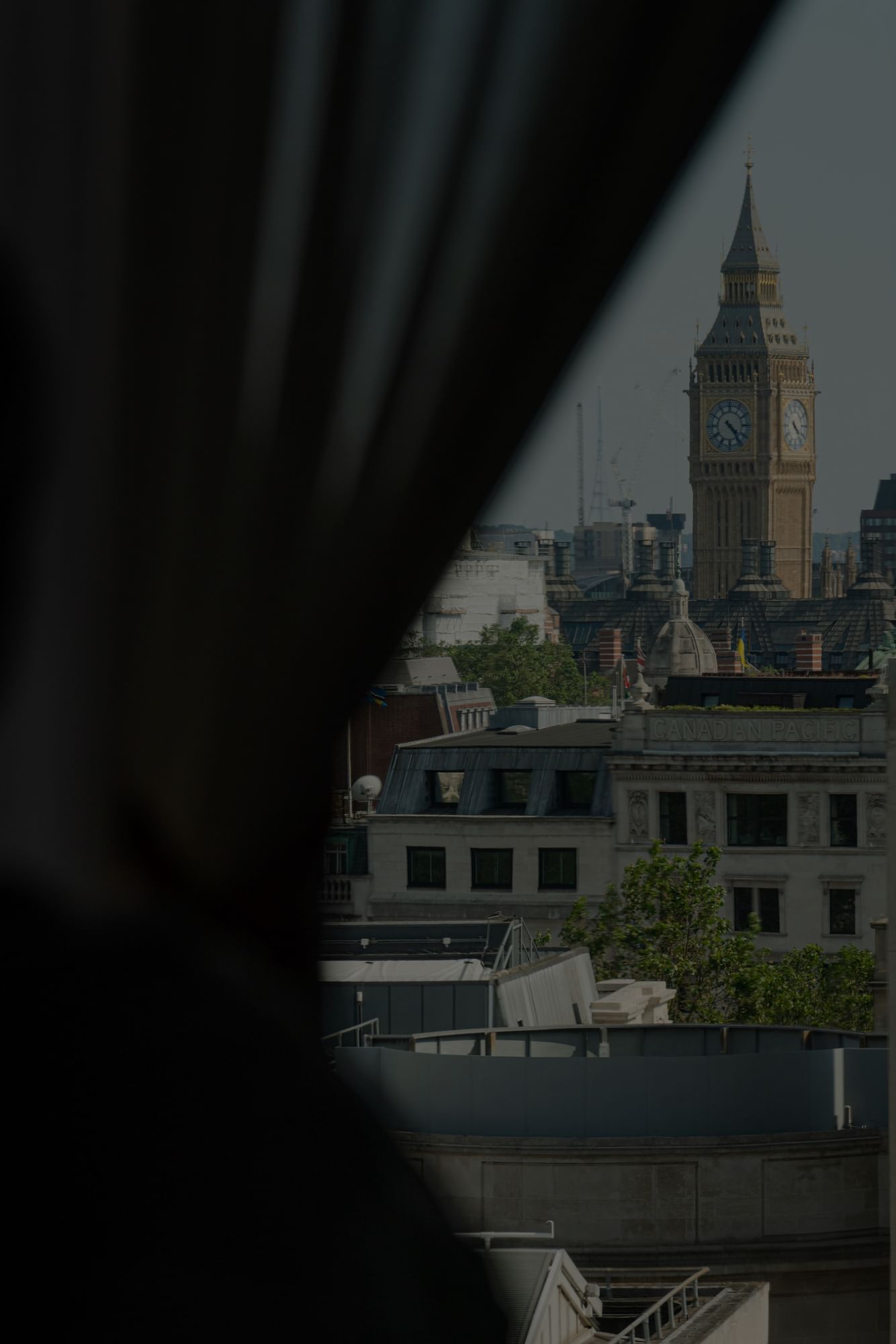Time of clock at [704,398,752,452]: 4:23
